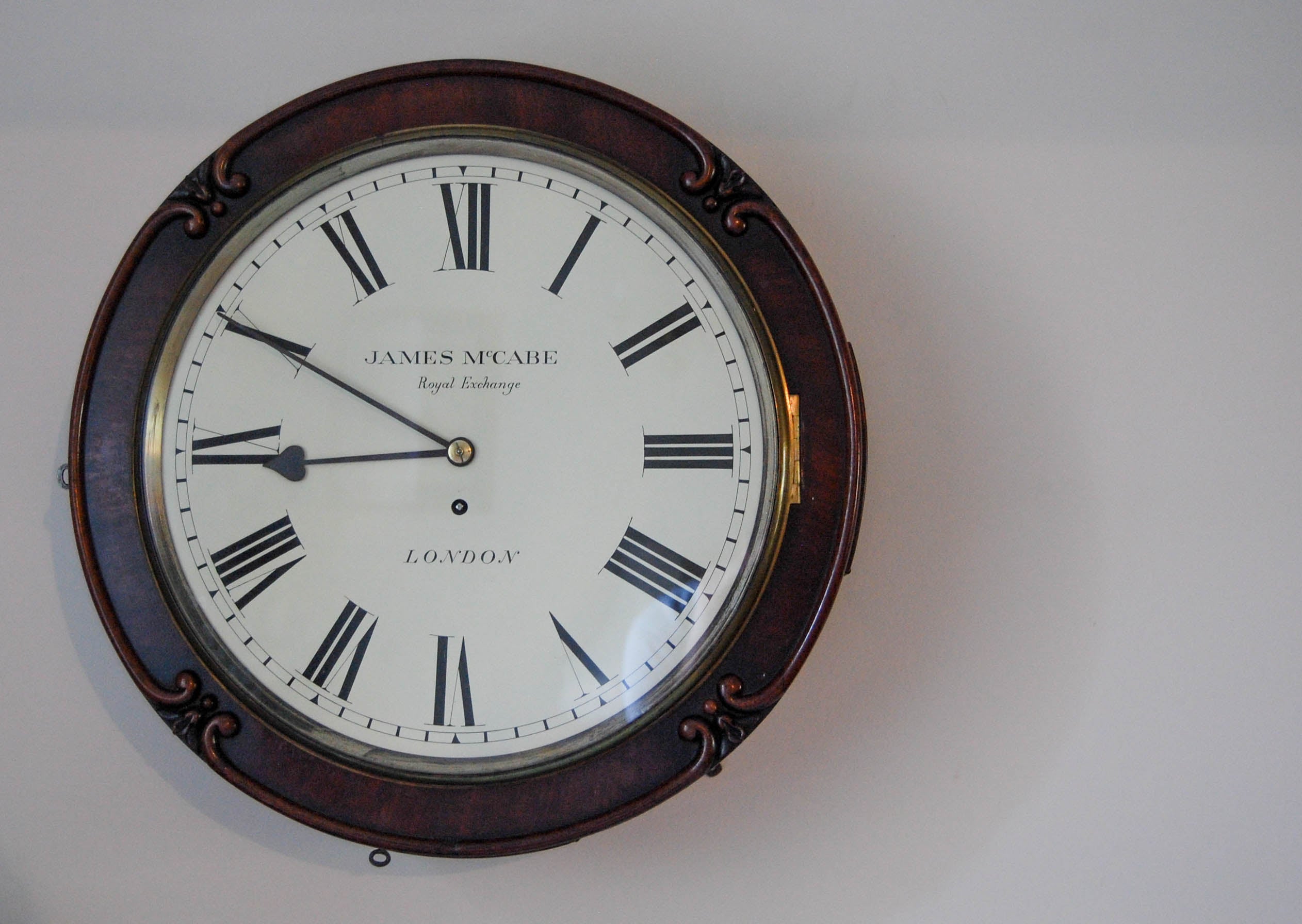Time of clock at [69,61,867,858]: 8:49
